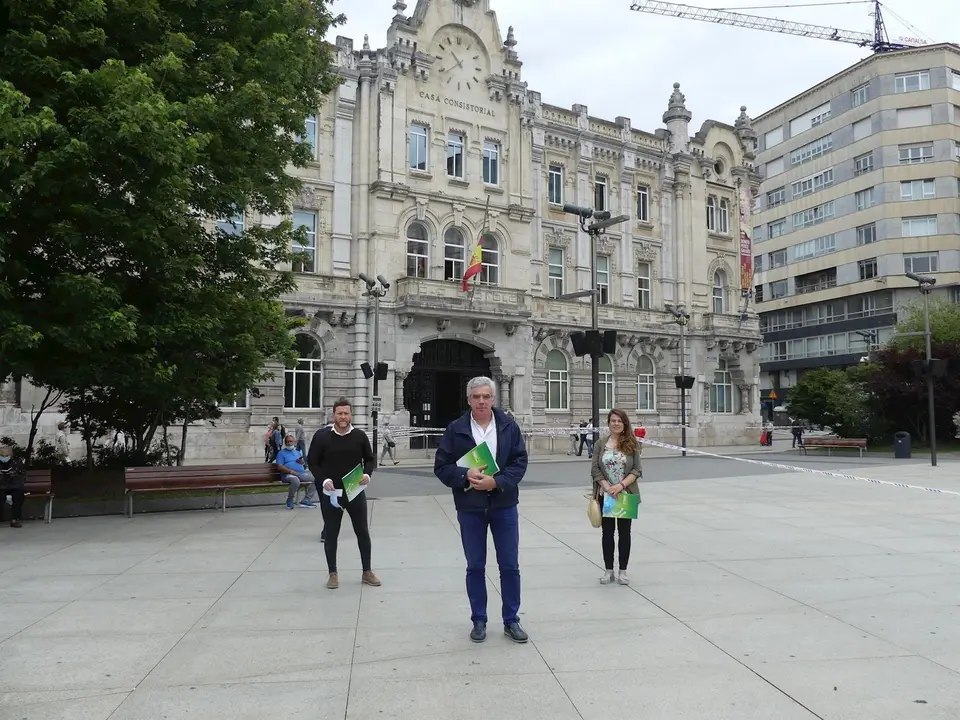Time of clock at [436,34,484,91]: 10:38
